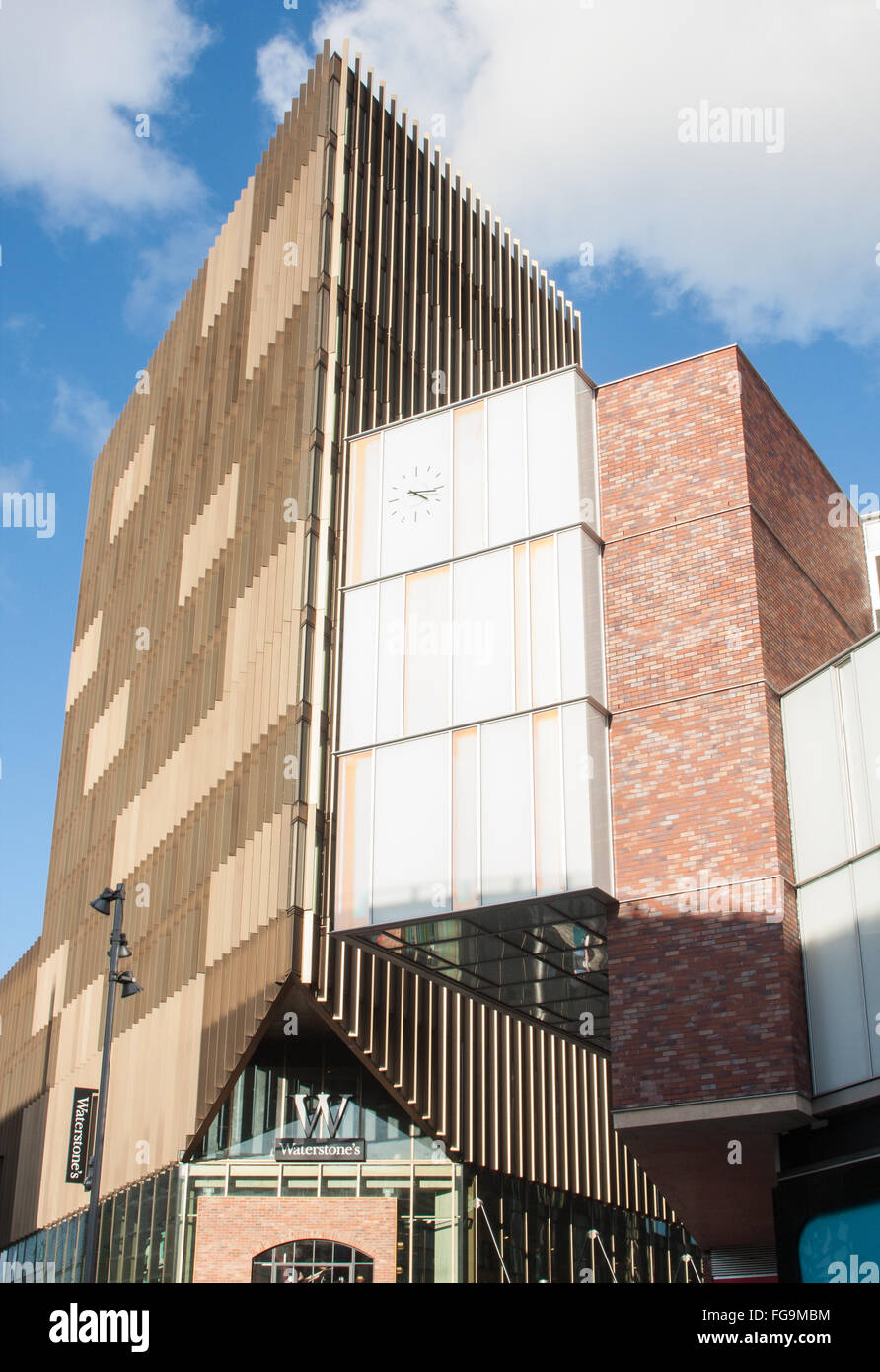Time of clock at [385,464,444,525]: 4:16
